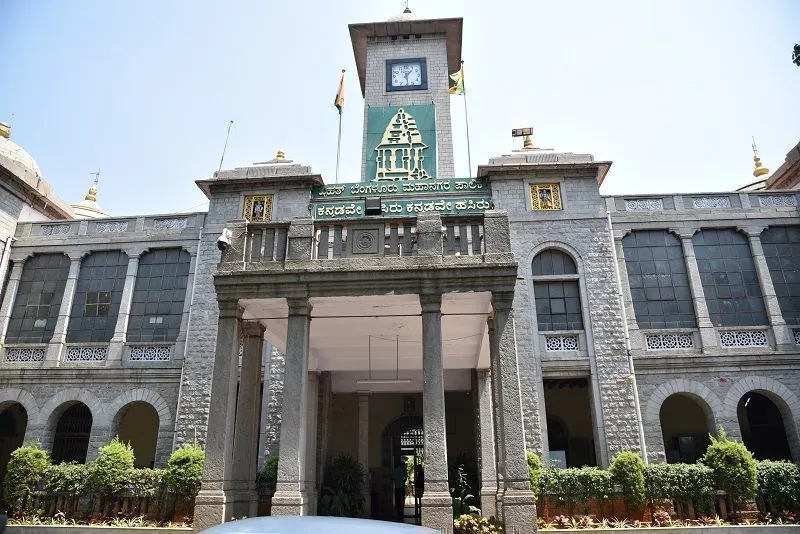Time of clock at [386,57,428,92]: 1:28
